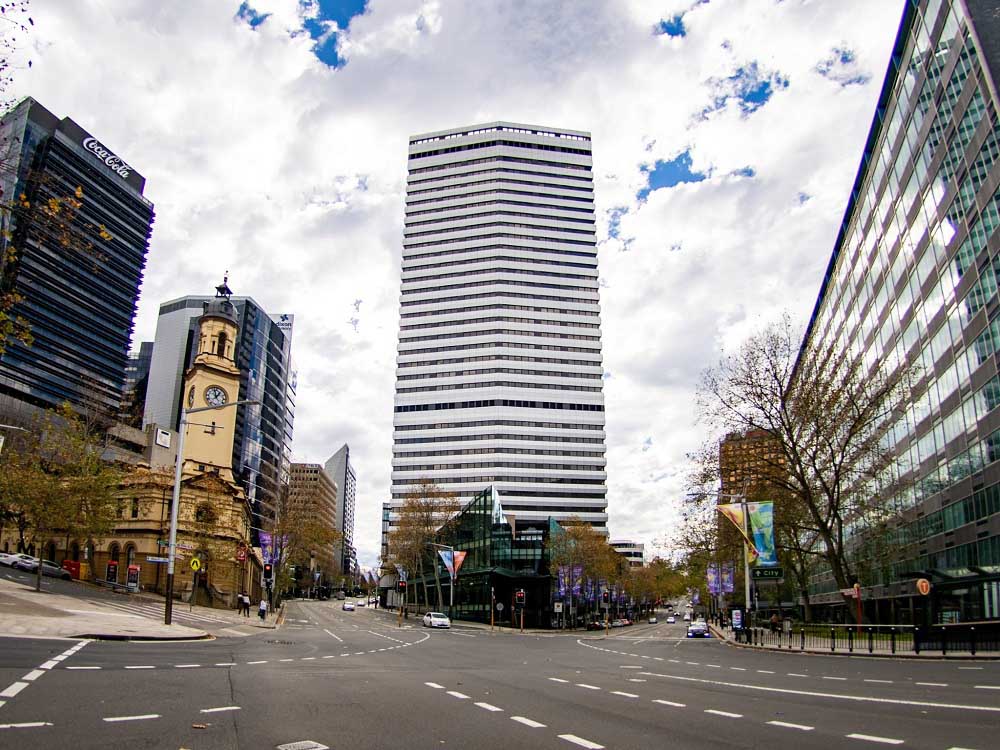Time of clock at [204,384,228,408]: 12:57
